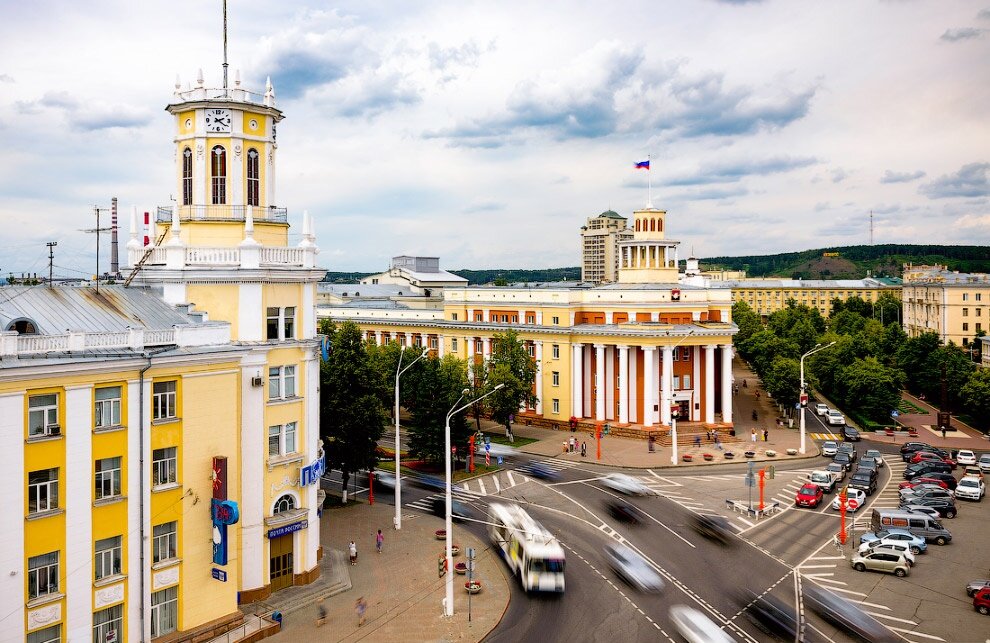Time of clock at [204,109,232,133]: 2:21
